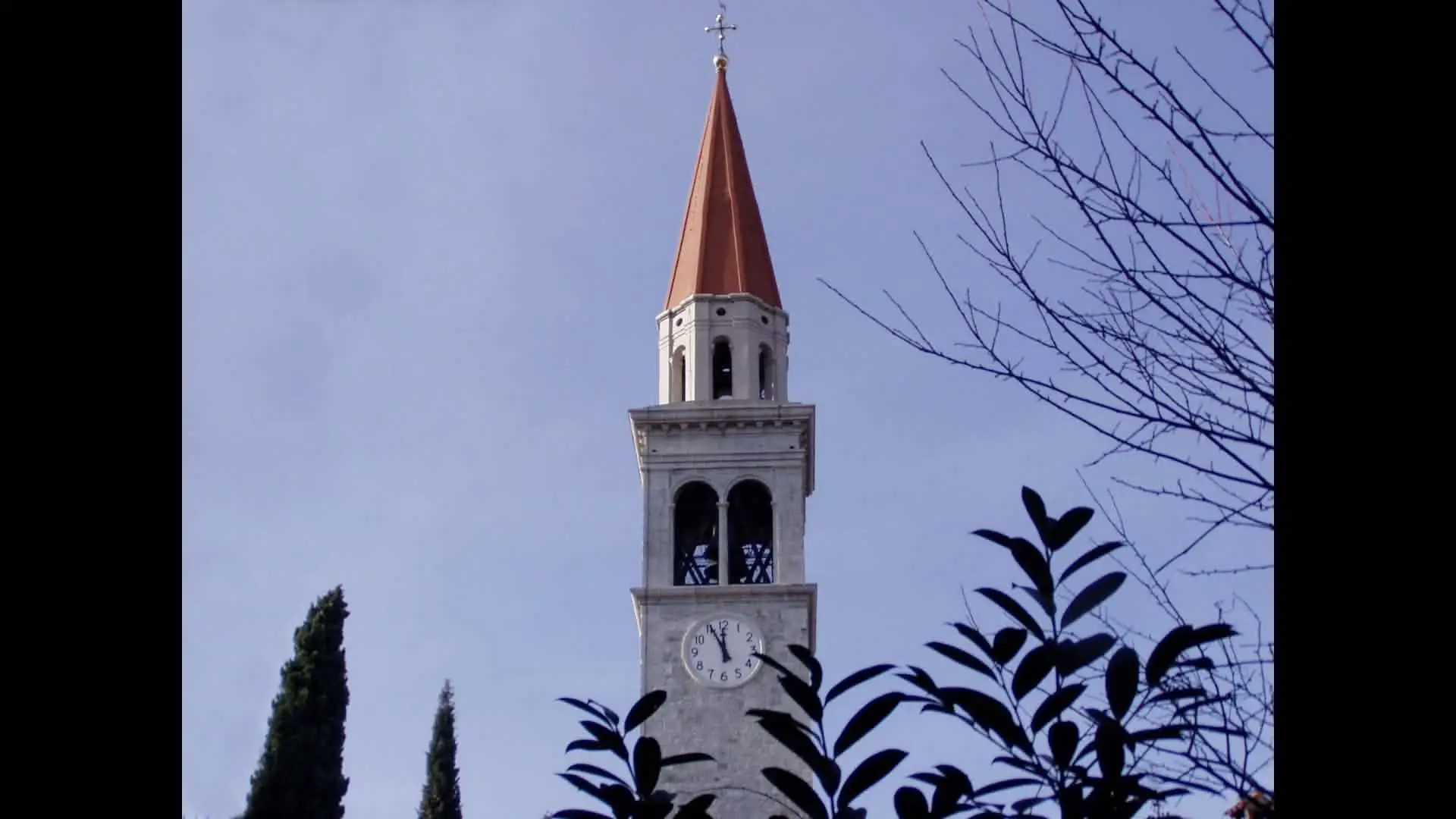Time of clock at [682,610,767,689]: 11:55
